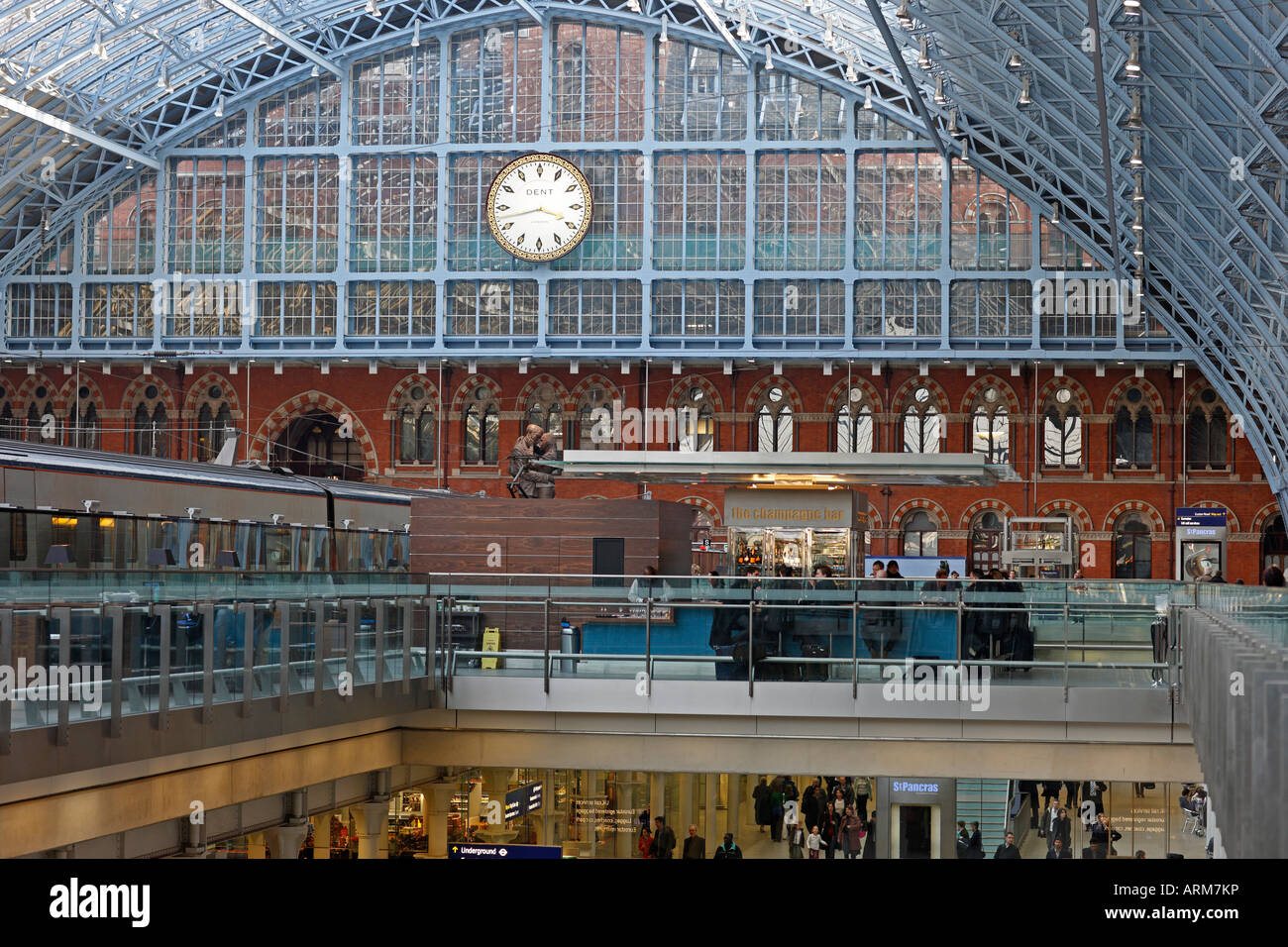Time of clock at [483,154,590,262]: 3:42
